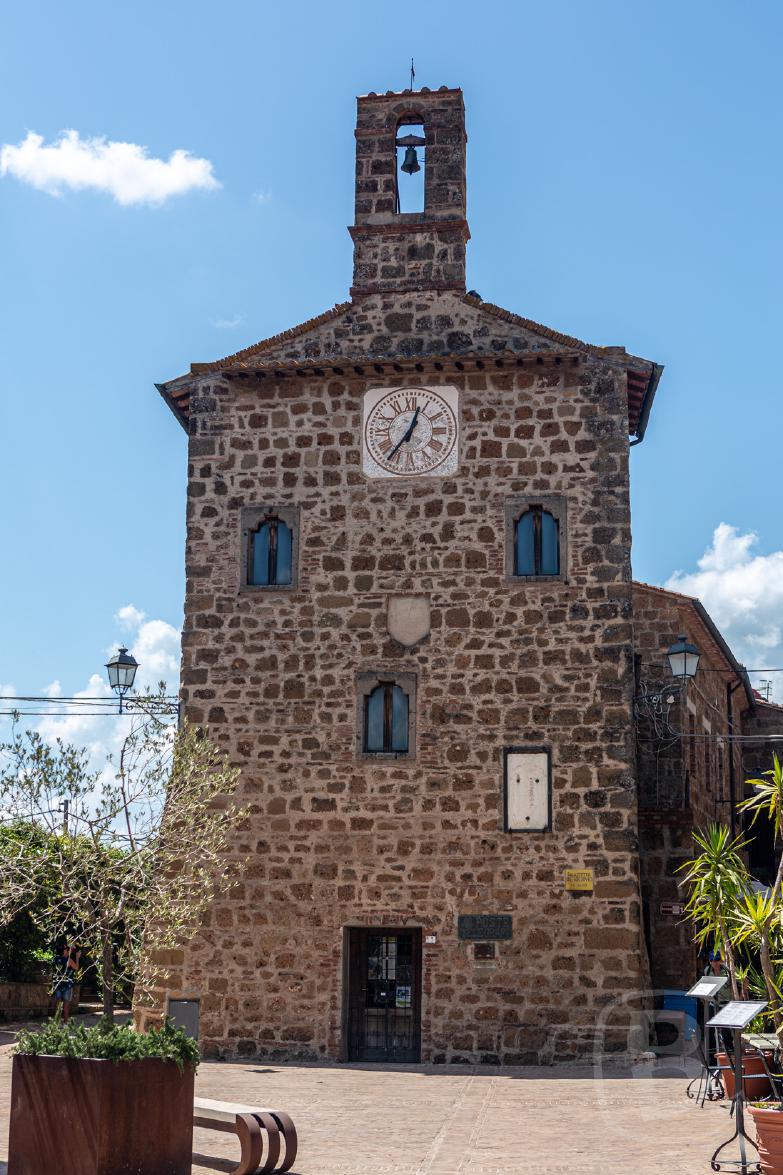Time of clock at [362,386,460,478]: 12:36
